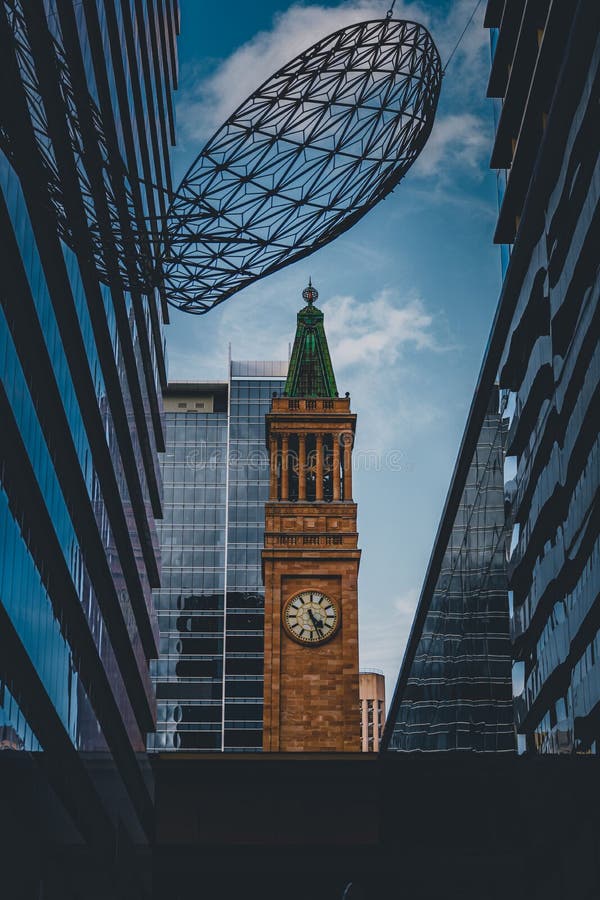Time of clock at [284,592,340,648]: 4:26
